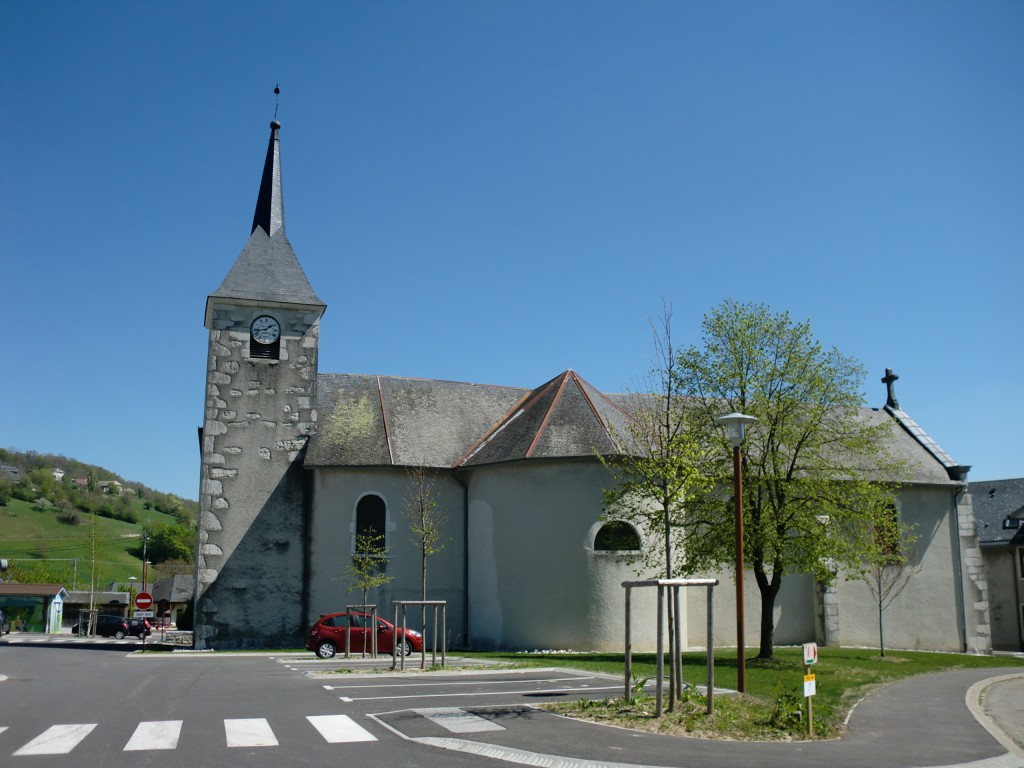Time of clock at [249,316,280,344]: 1:43
